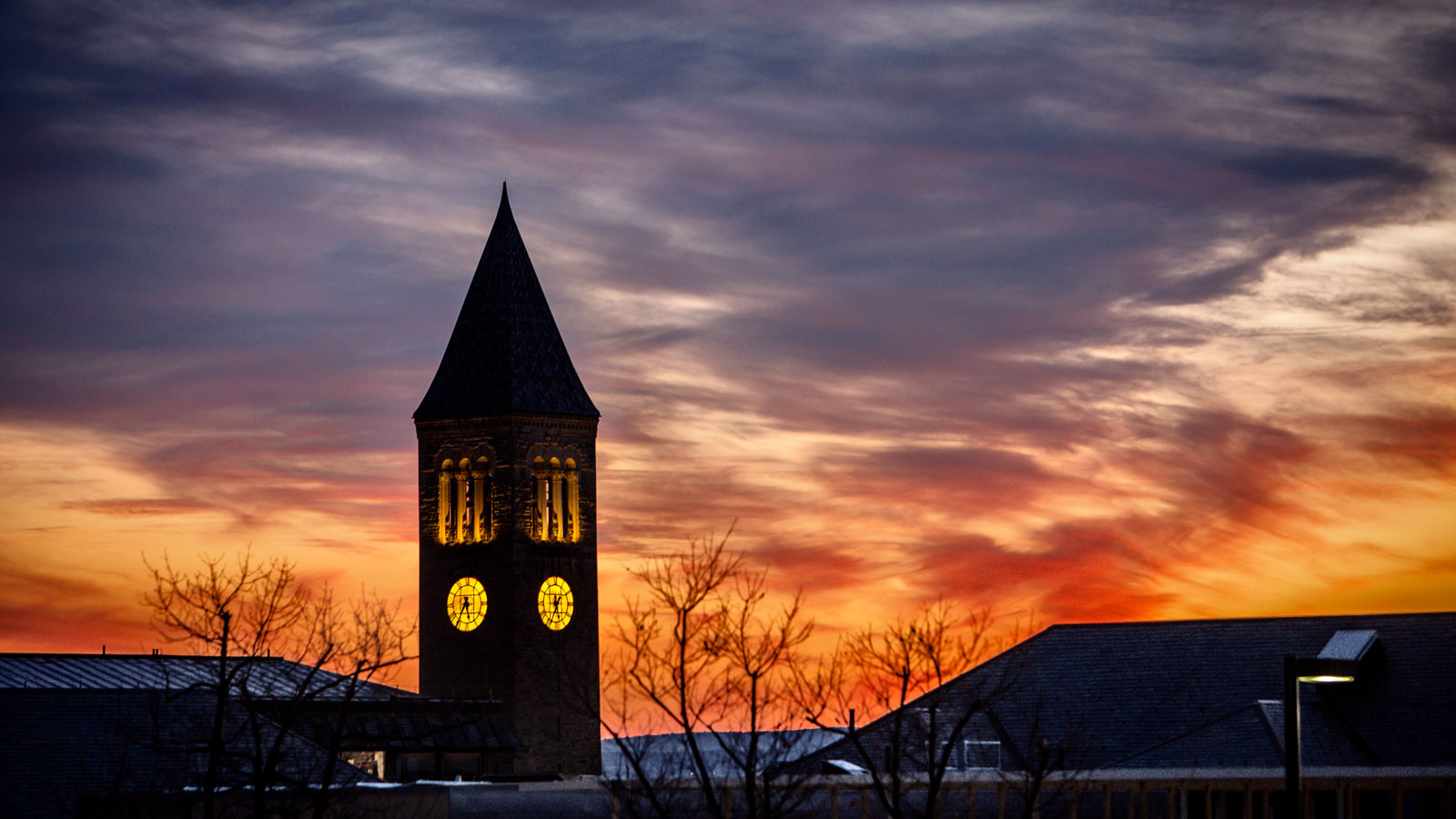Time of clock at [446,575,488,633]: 5:35
